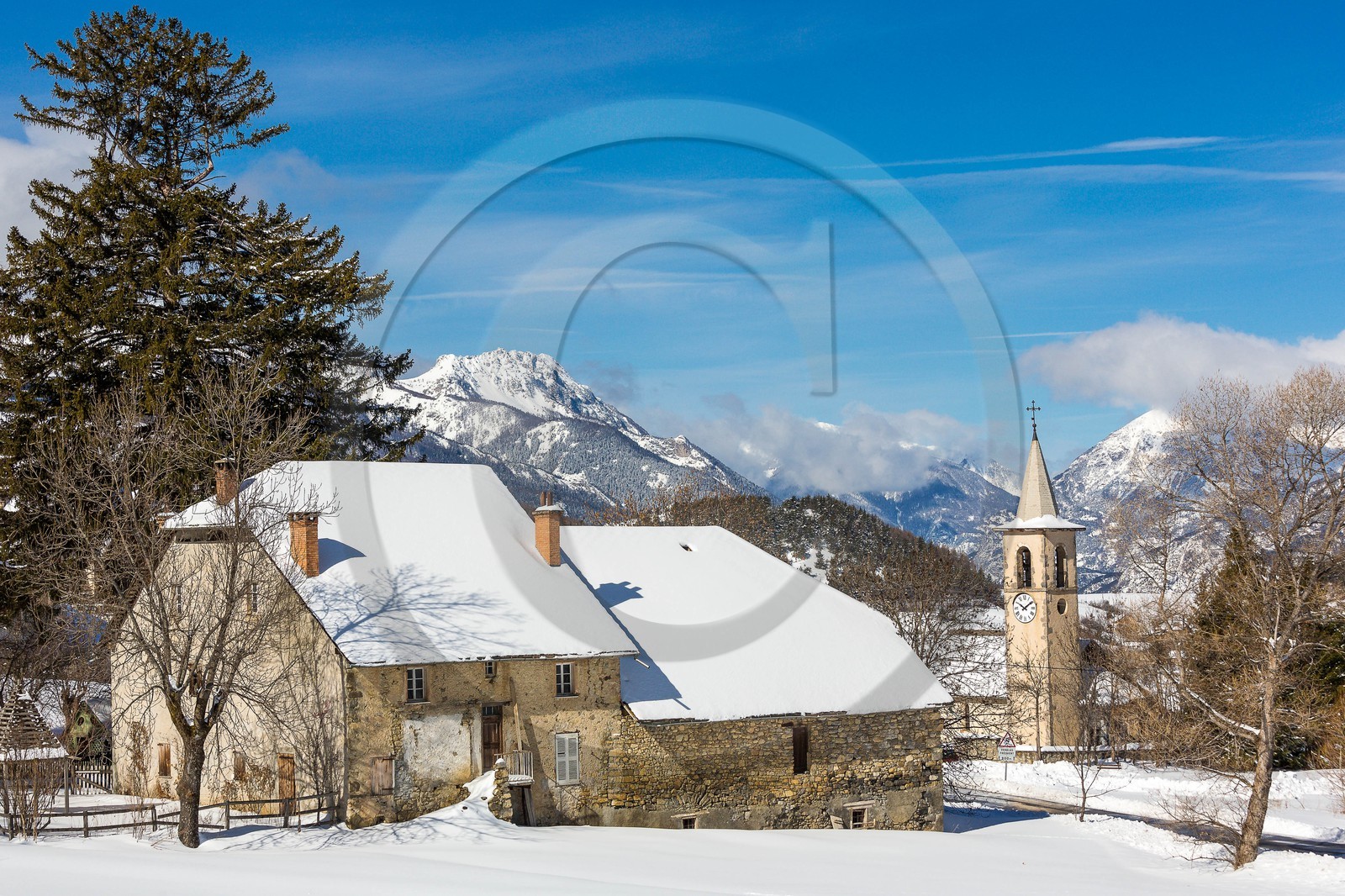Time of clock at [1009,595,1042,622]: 10:09
